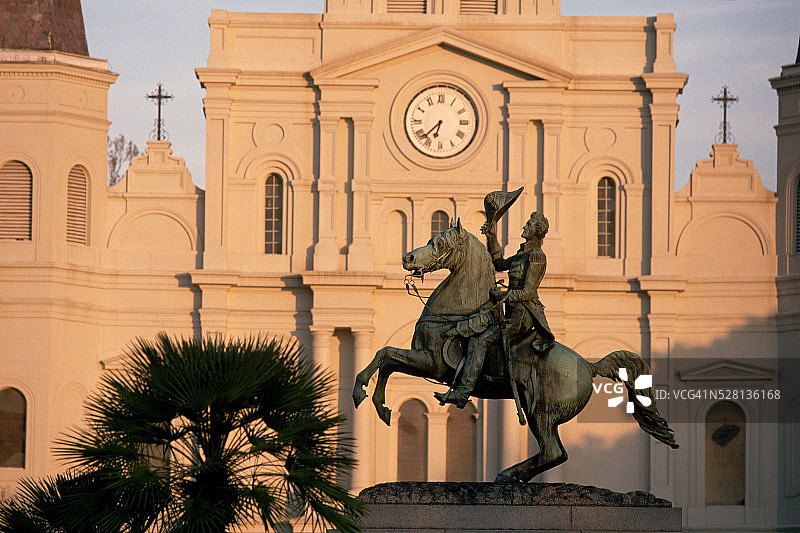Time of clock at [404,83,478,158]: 6:37
